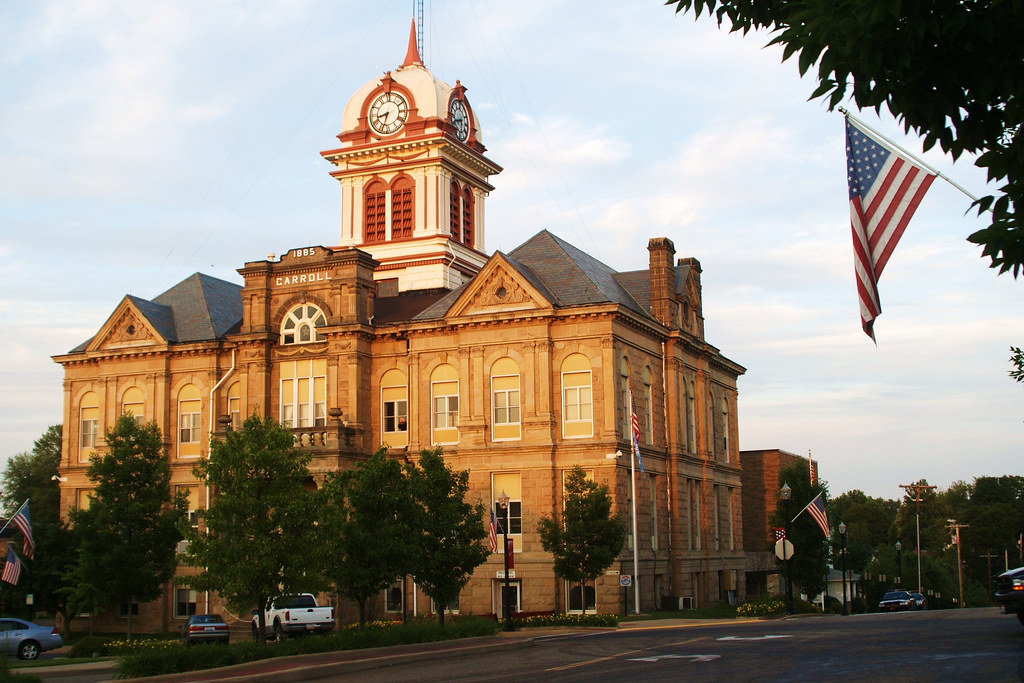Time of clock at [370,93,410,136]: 8:33
